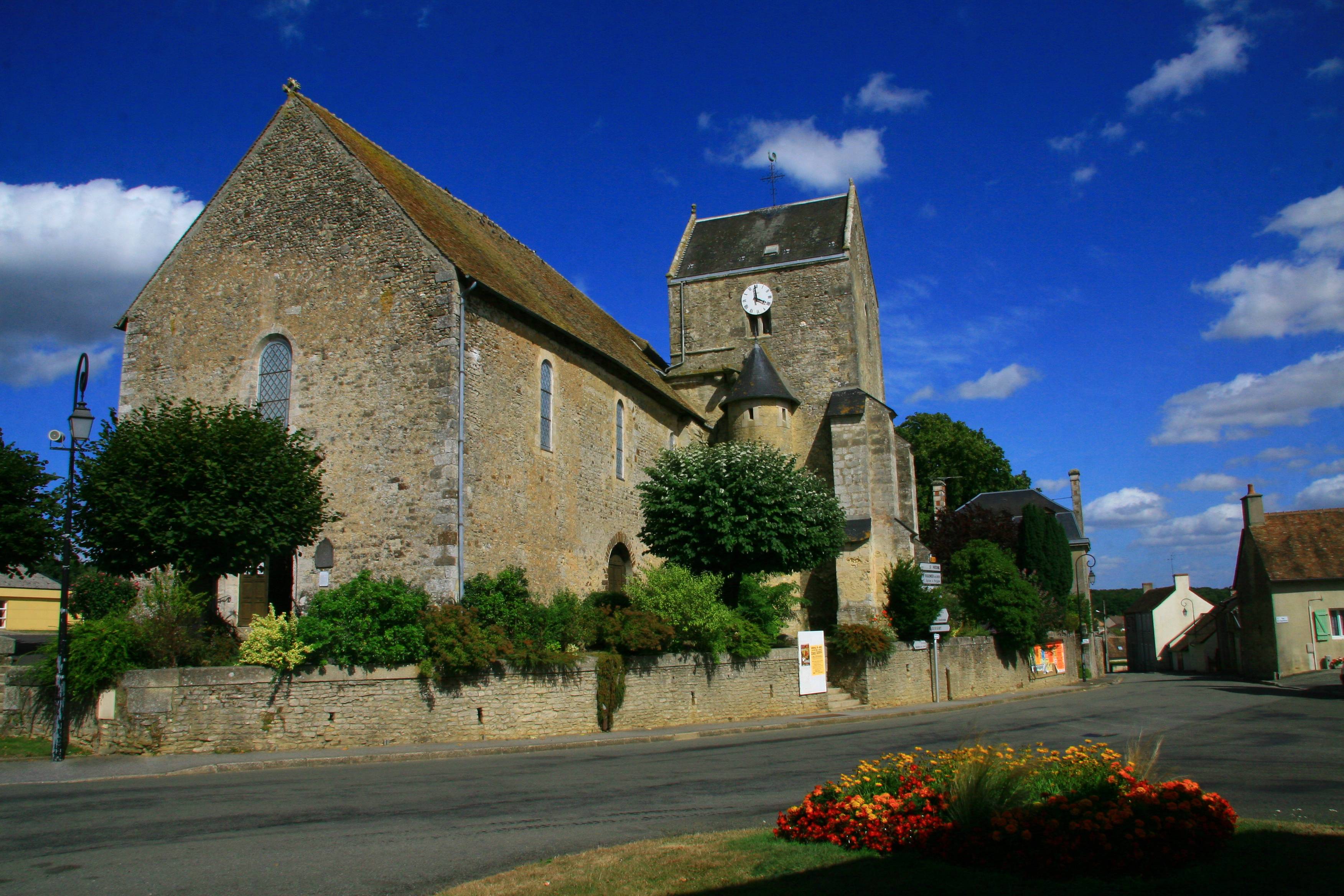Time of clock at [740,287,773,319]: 3:59
